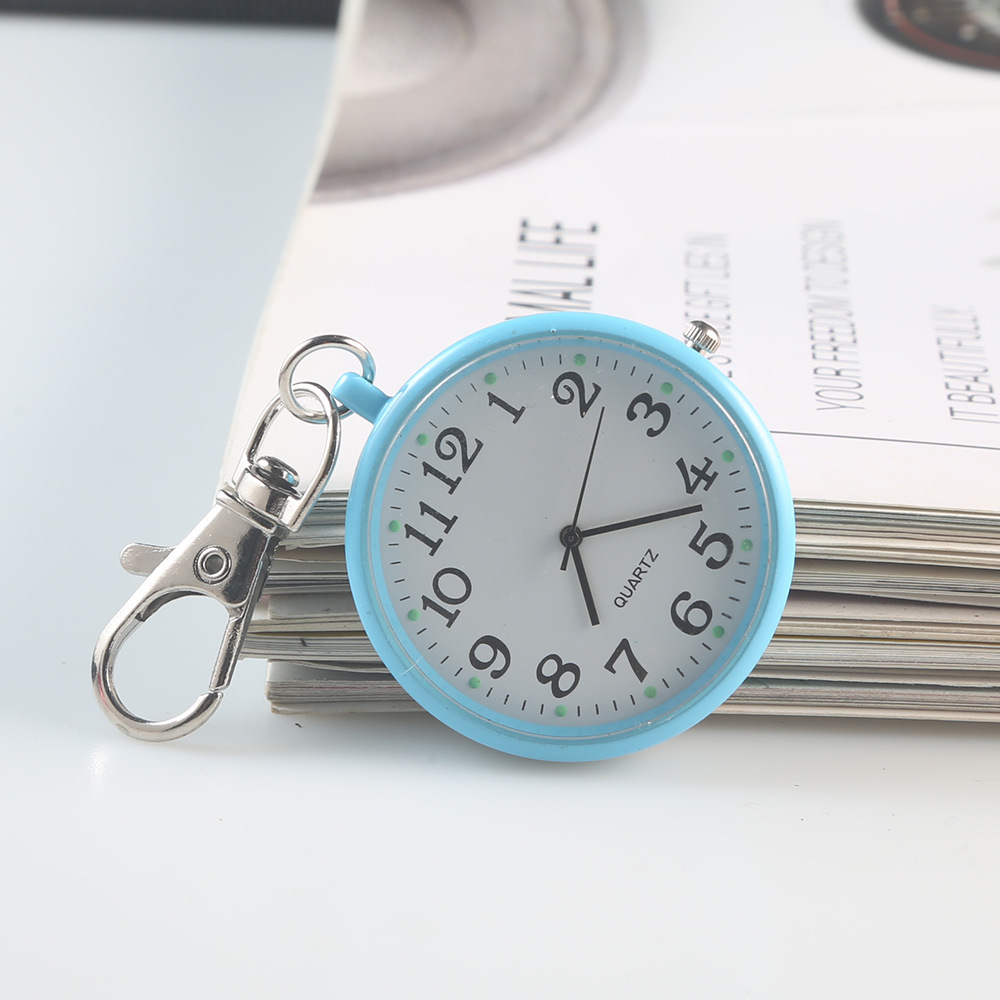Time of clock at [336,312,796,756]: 5:12
